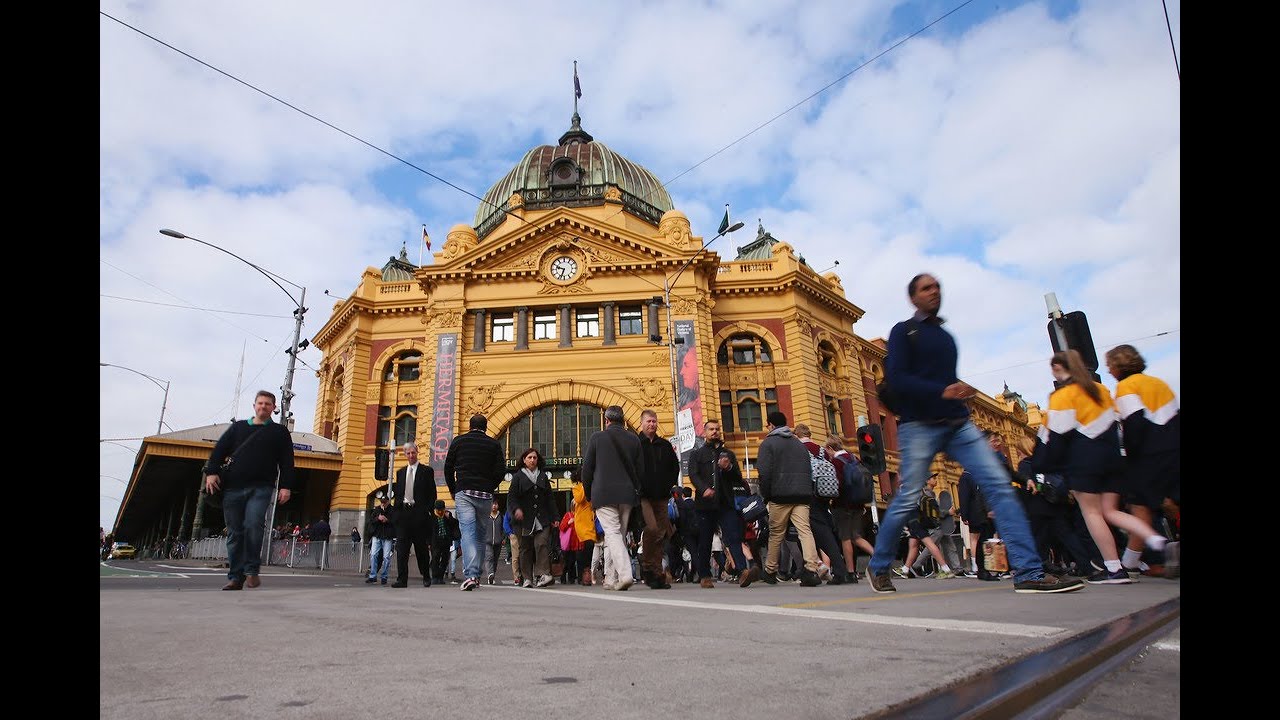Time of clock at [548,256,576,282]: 9:33
